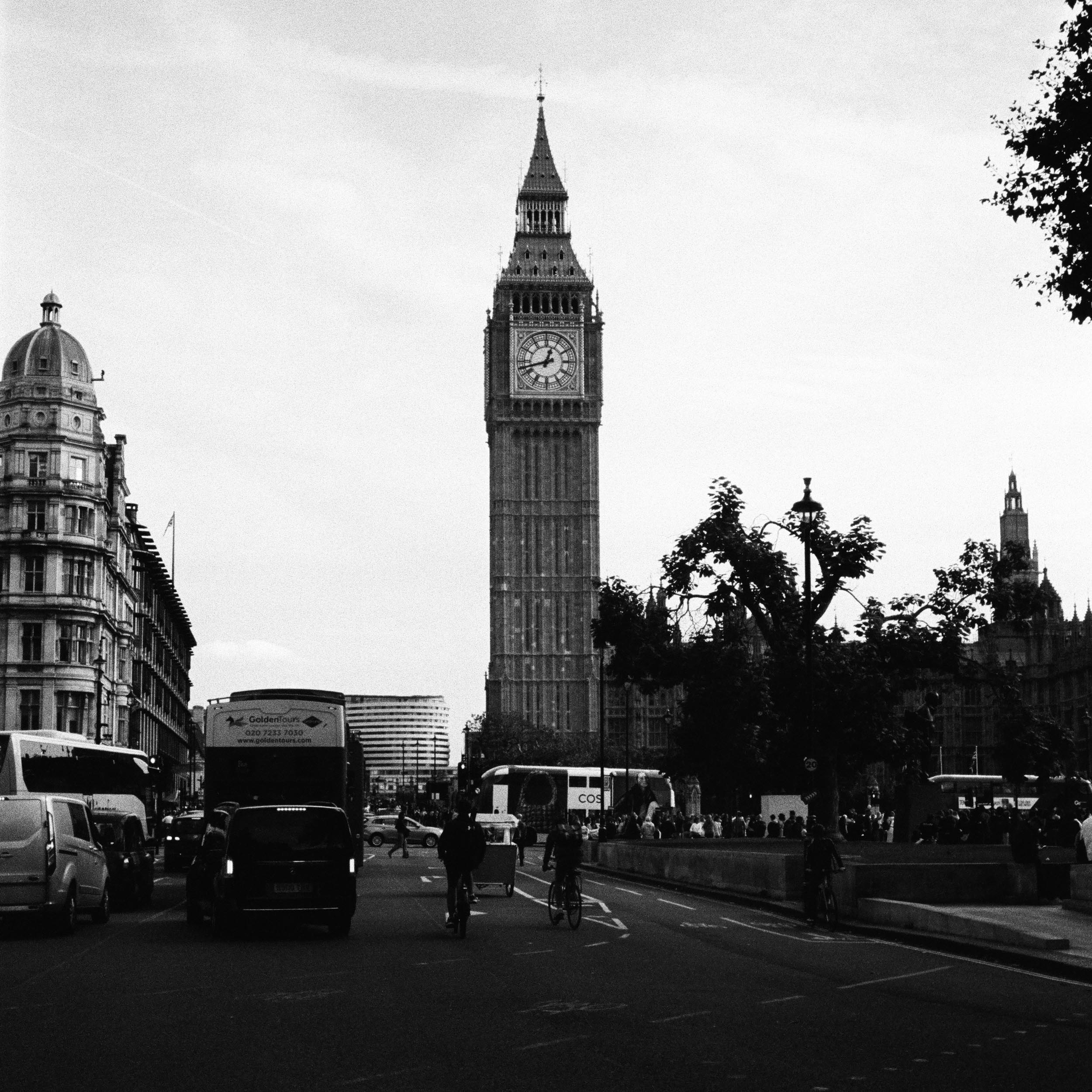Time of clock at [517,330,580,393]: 12:42
